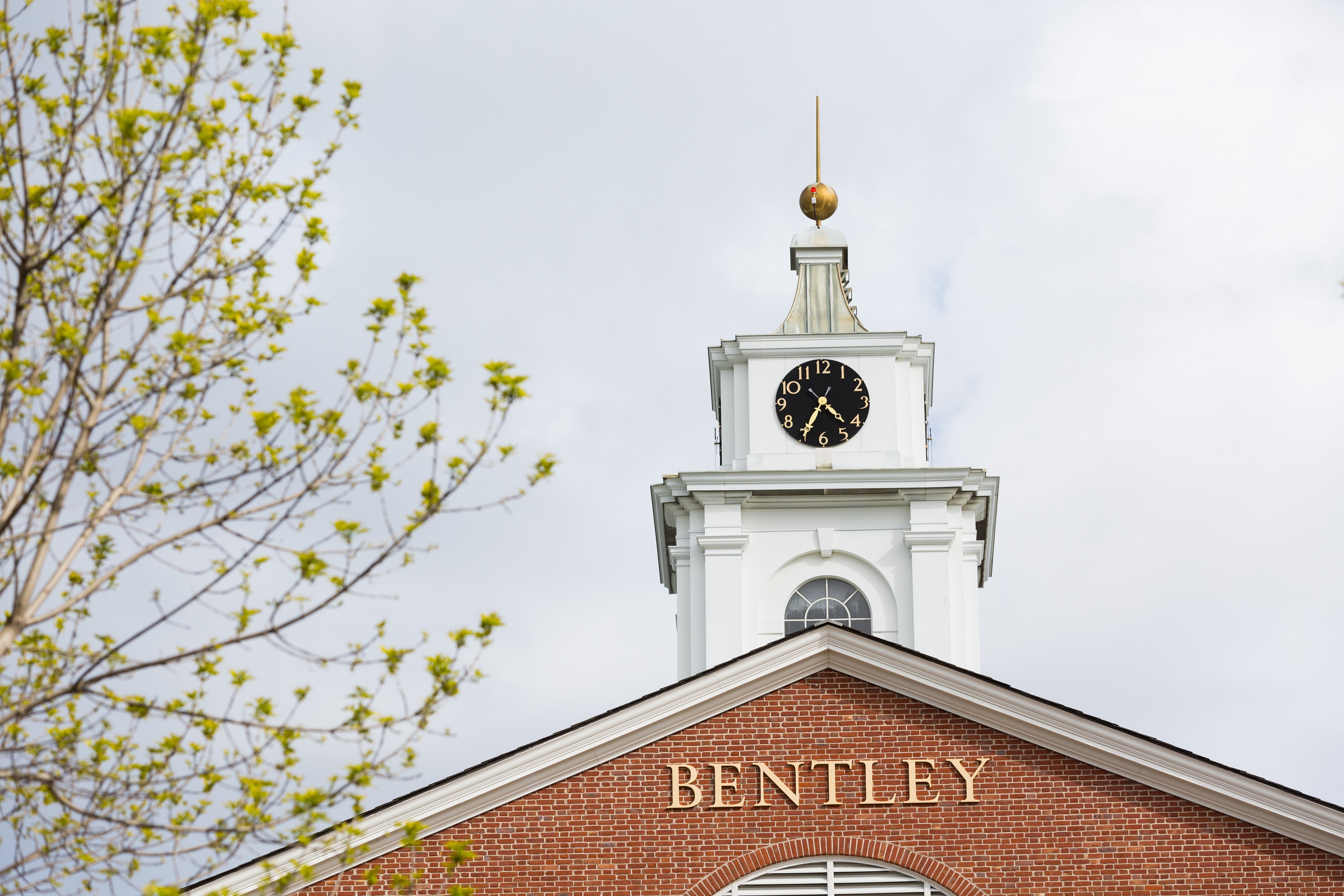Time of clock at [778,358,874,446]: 4:34
